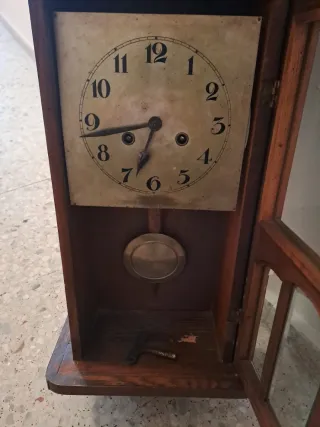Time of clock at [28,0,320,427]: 6:43
